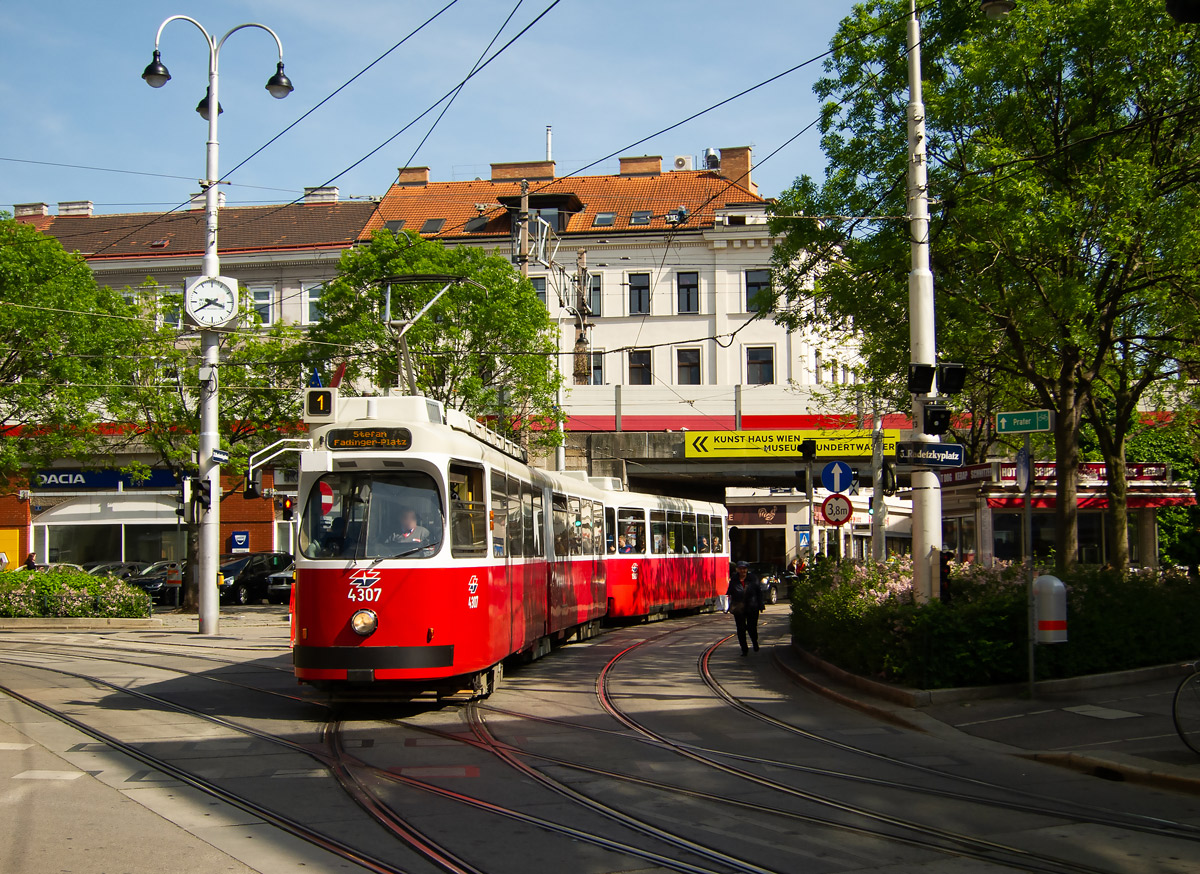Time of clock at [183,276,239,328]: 3:40
